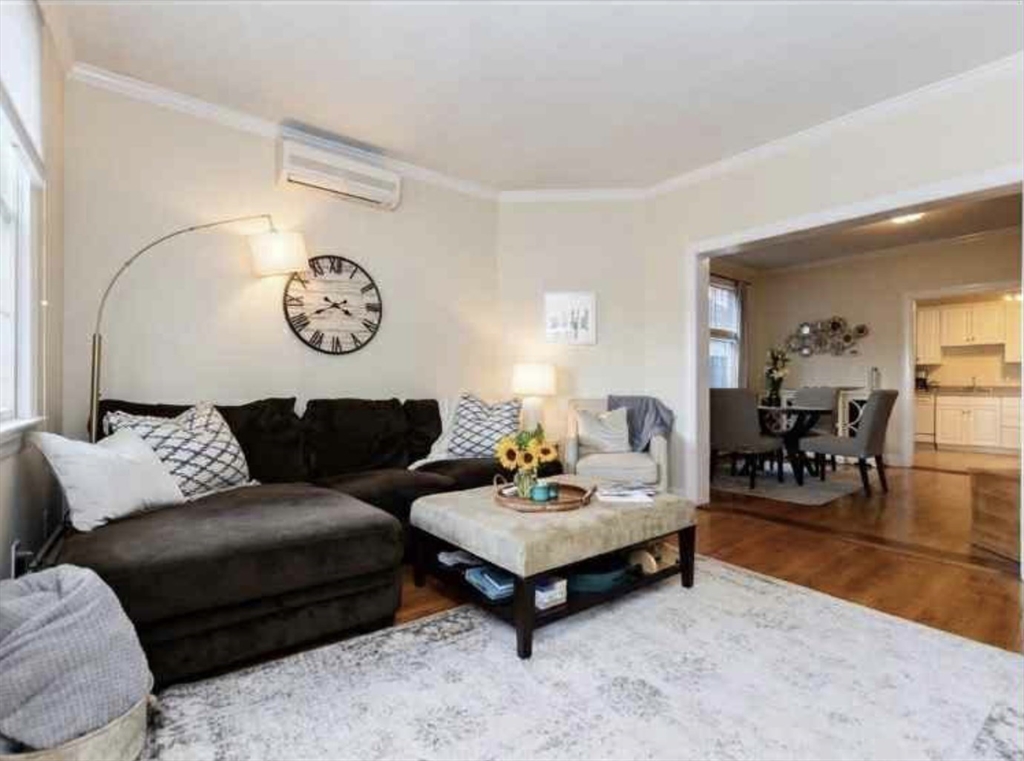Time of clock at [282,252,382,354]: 3:40
